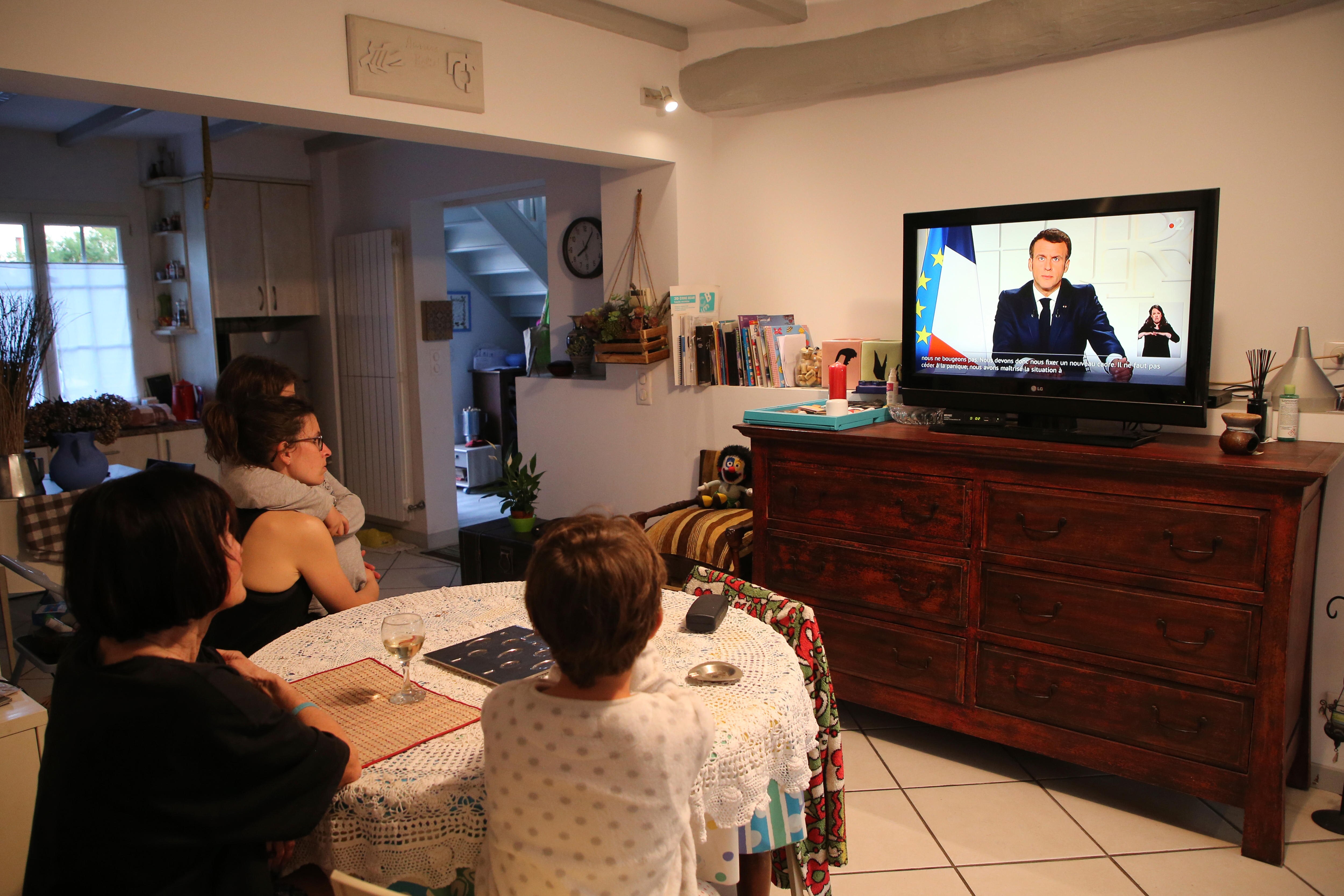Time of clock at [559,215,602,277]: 8:06
